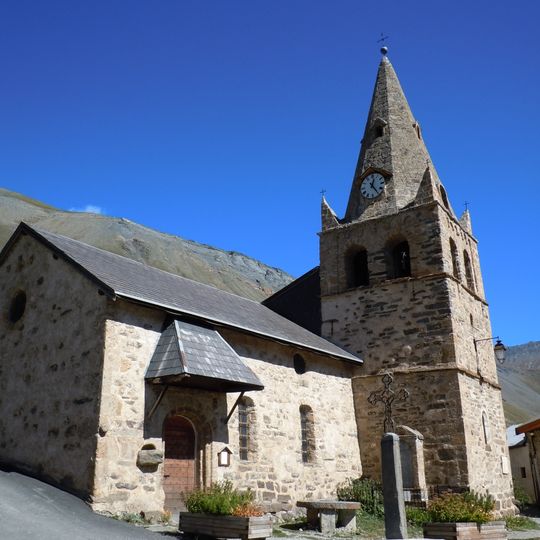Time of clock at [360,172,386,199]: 12:23
